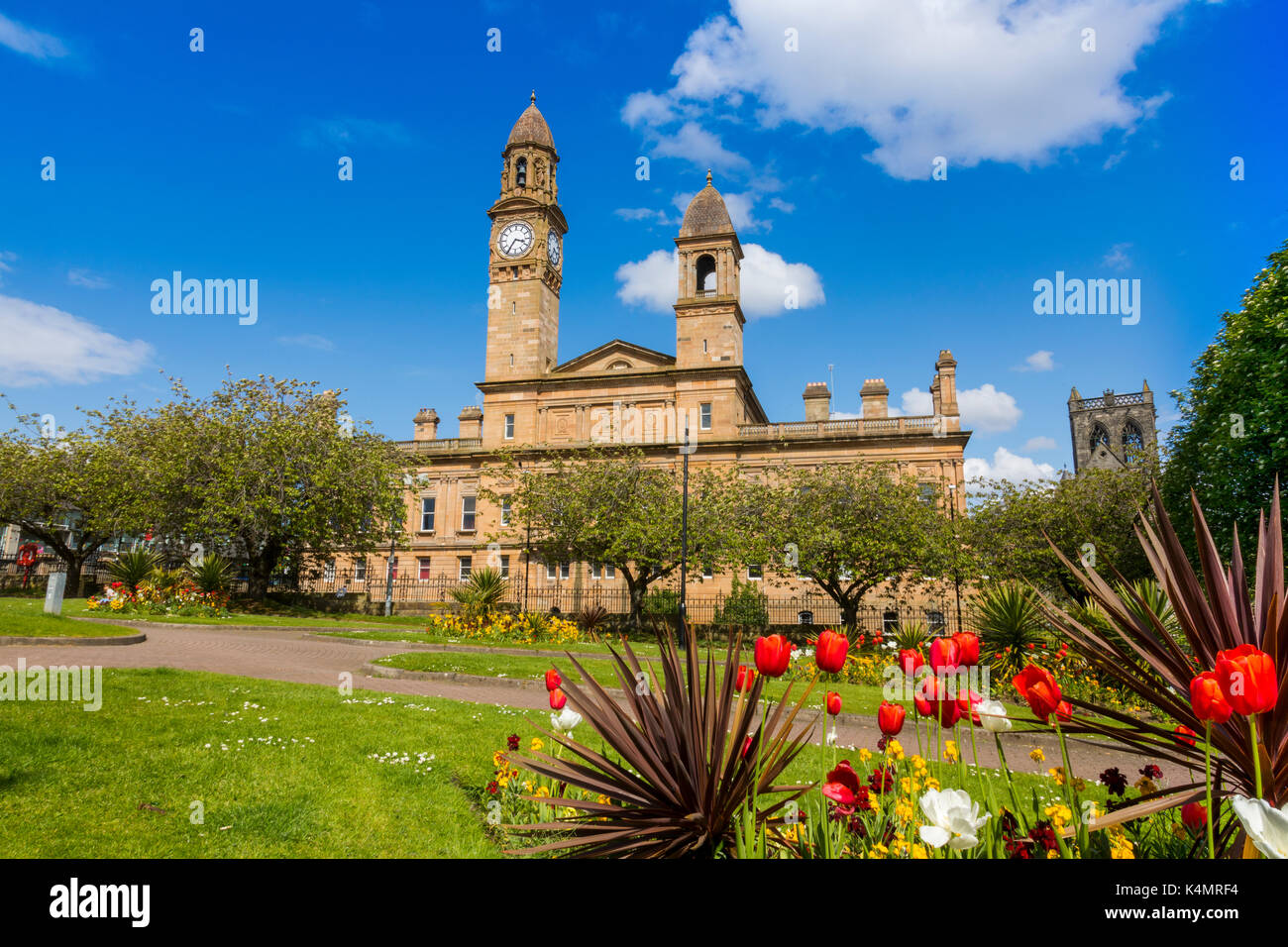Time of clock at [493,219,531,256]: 3:35
